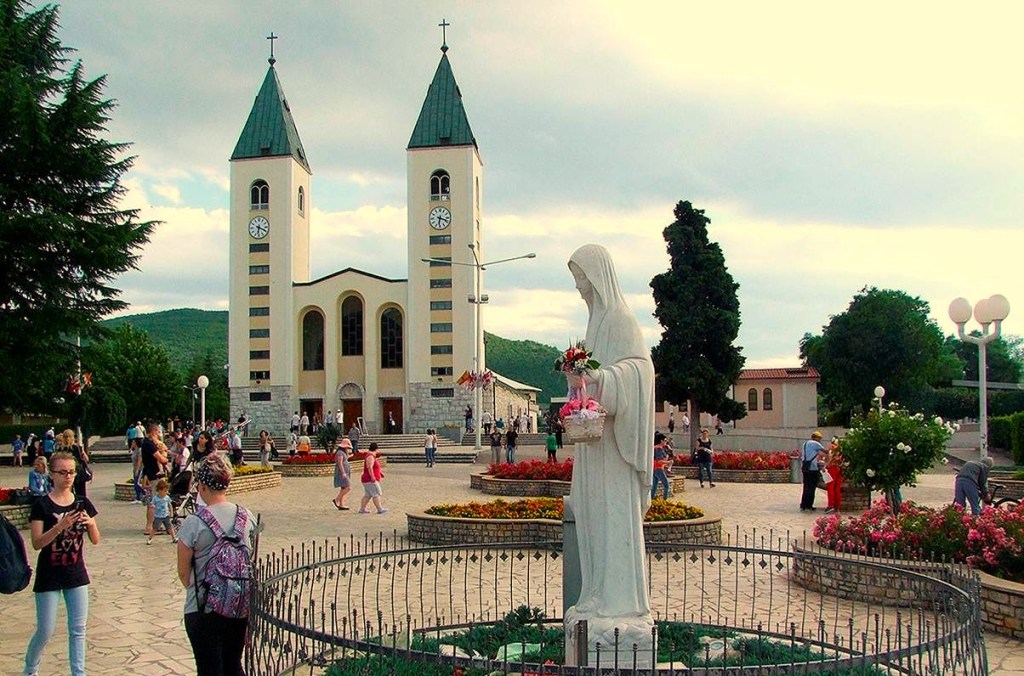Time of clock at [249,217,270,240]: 6:18
